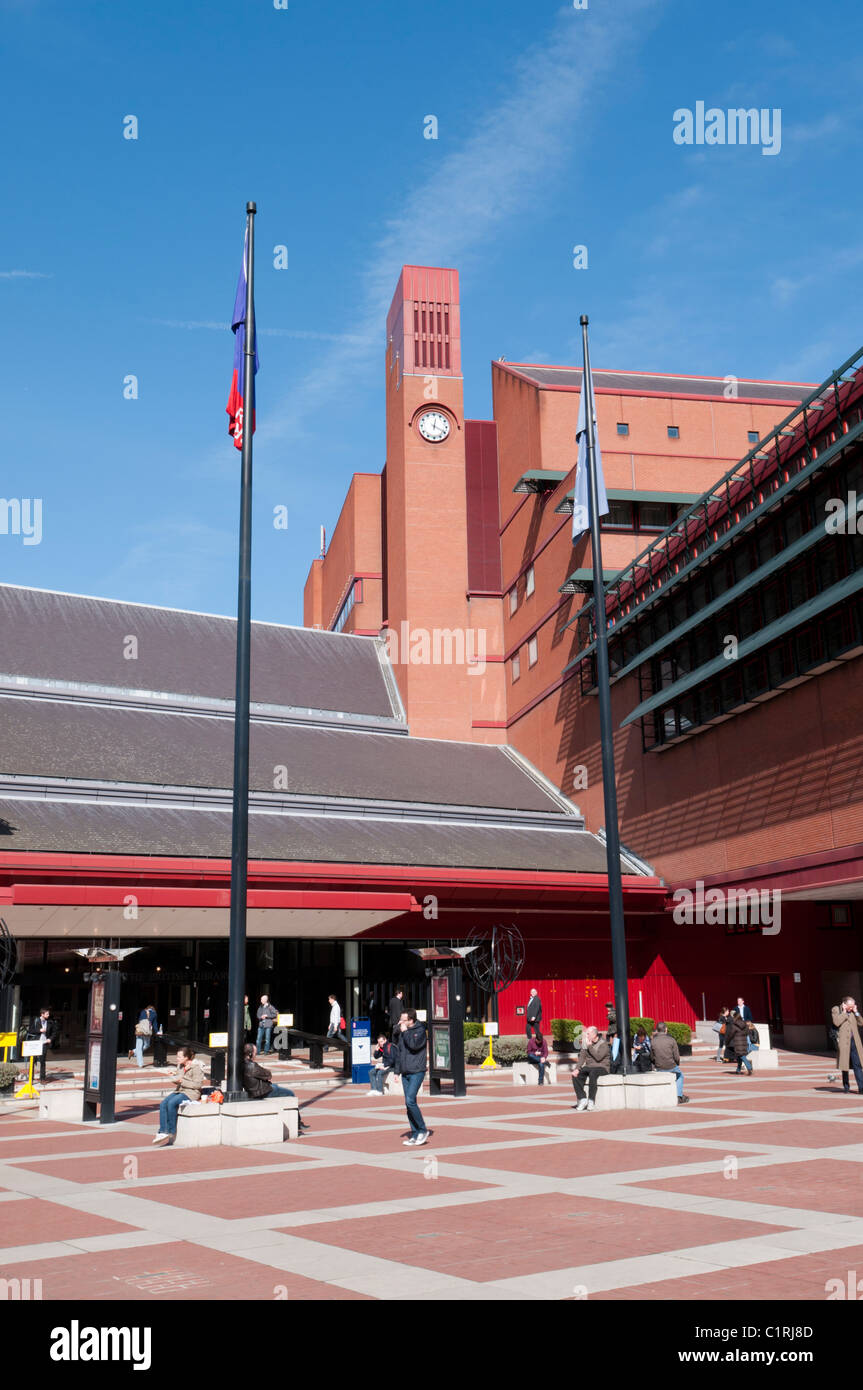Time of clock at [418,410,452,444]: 12:19
